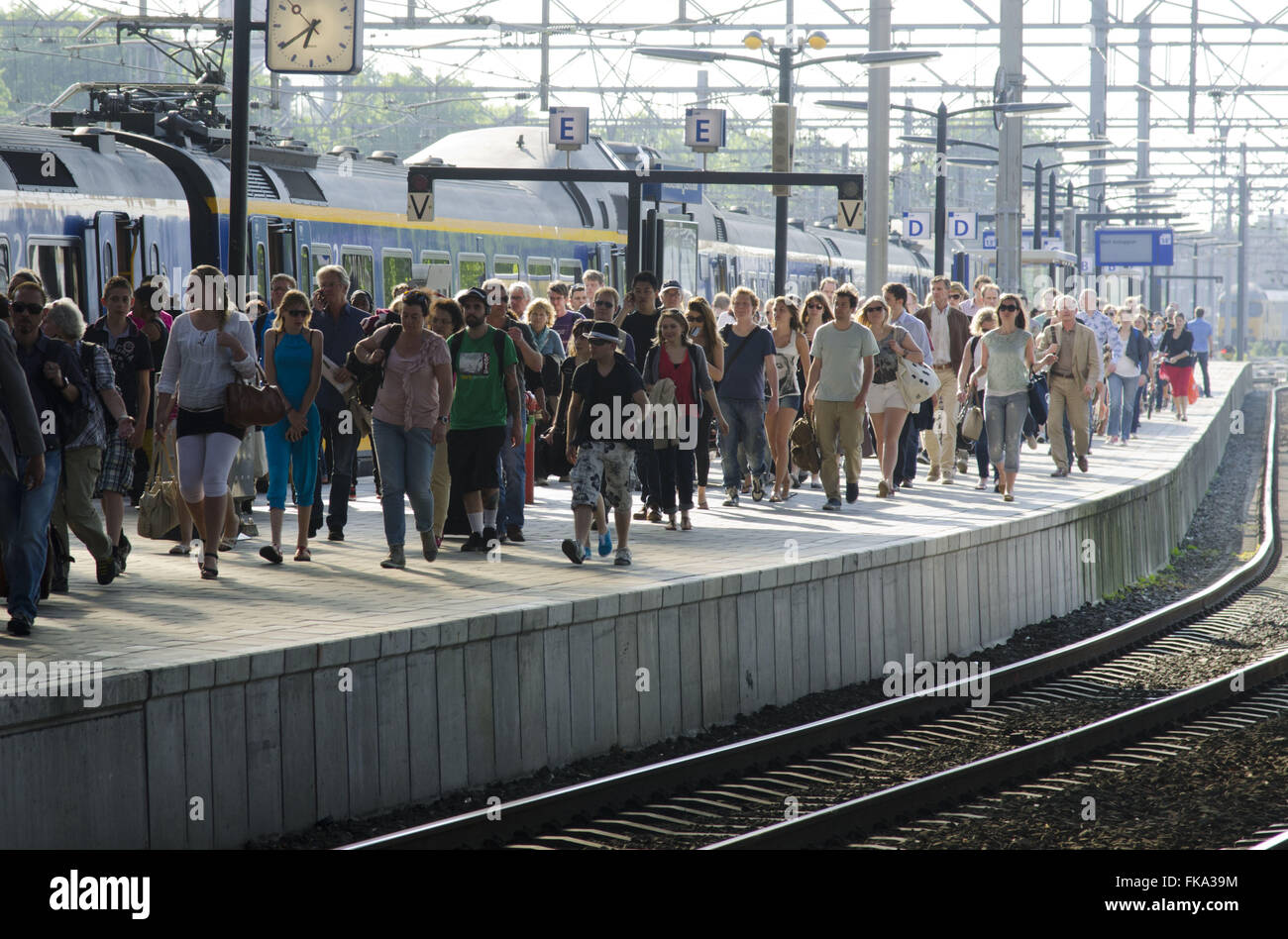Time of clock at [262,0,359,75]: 6:39
